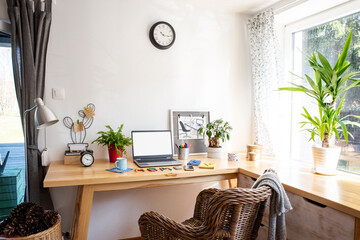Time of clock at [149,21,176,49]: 10:15
